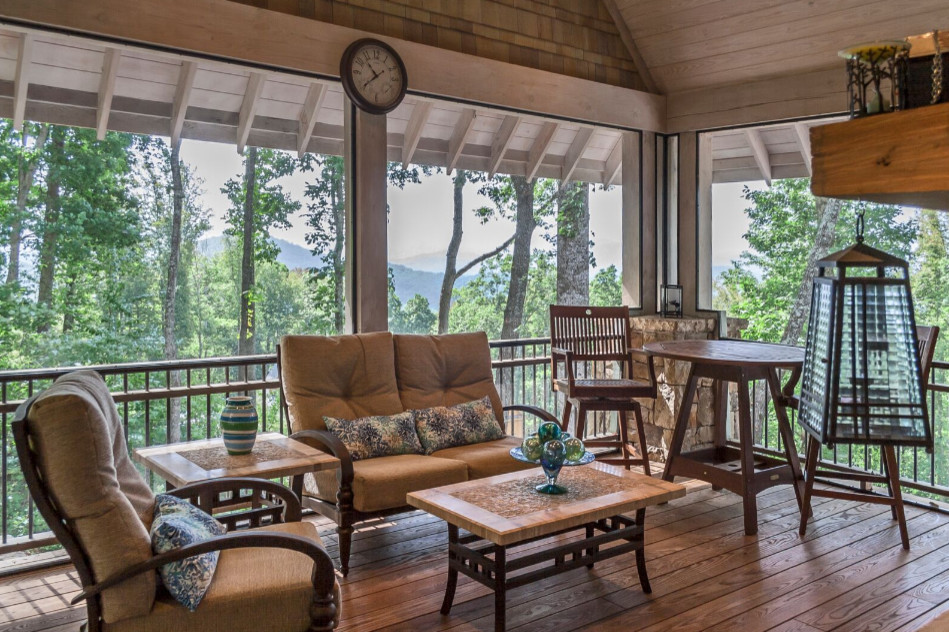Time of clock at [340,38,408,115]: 10:38
